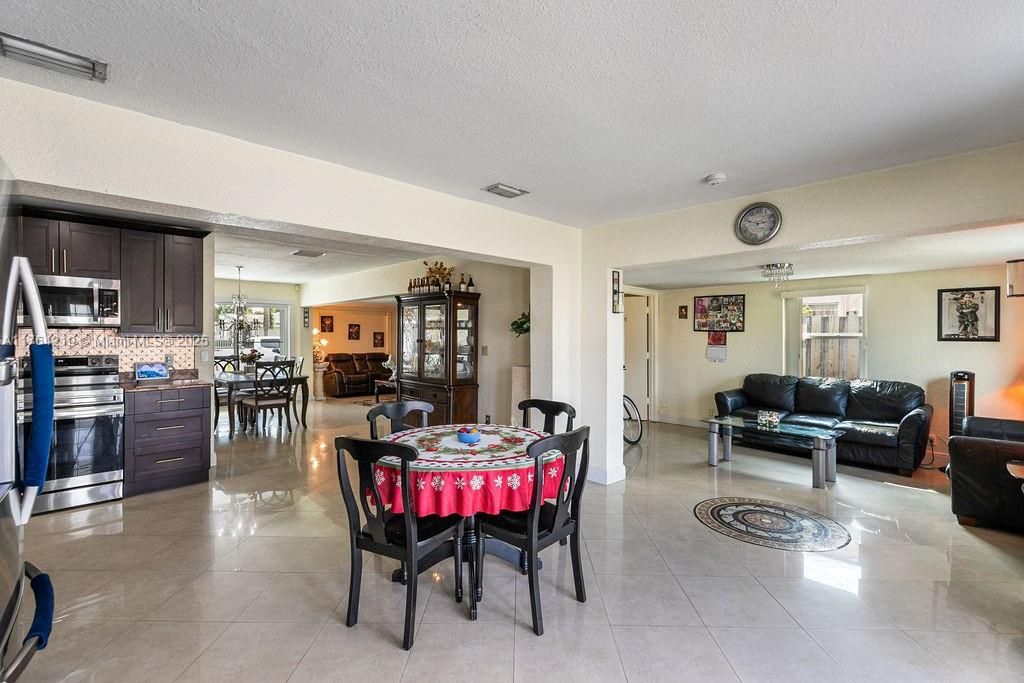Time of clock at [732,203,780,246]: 2:48
